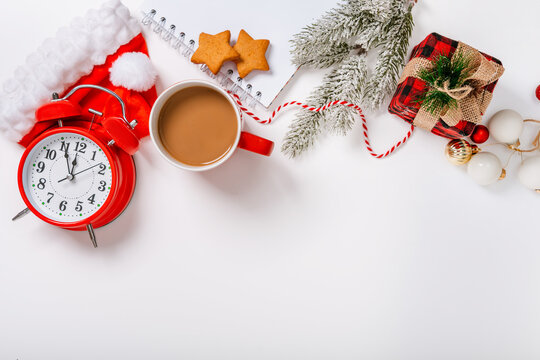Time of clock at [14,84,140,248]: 11:55
